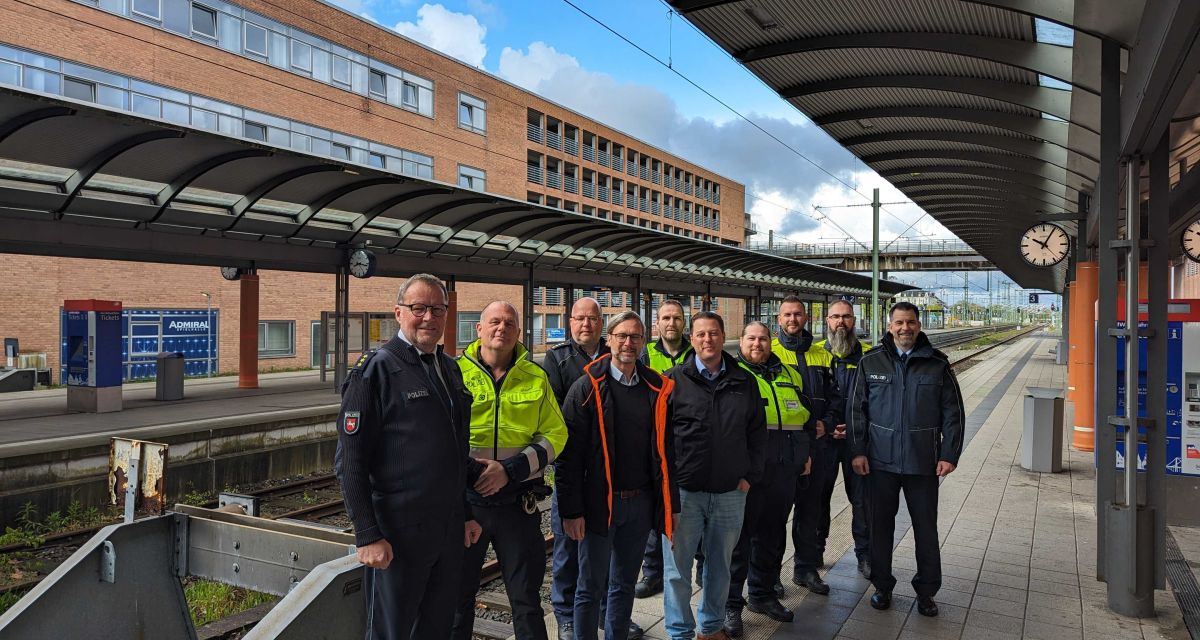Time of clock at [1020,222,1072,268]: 10:04
